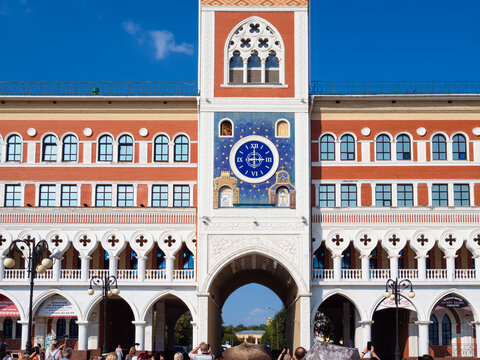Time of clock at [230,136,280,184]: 3:00
